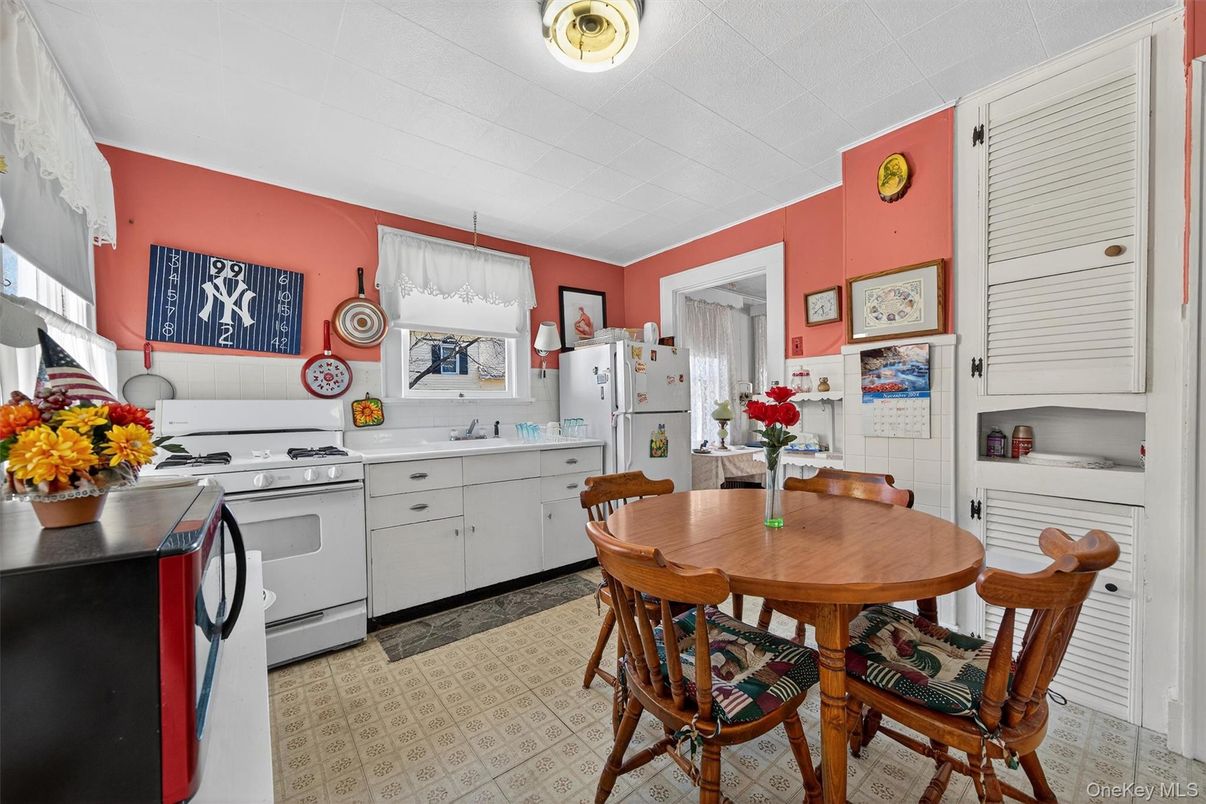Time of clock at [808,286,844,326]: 5:39
